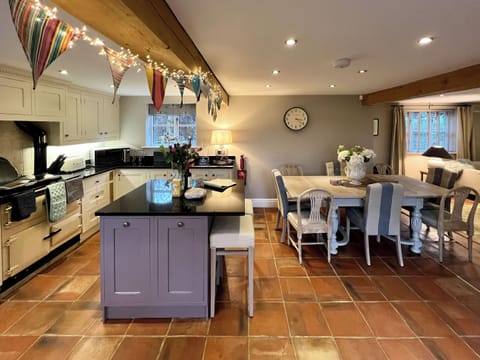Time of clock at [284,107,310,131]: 3:21
